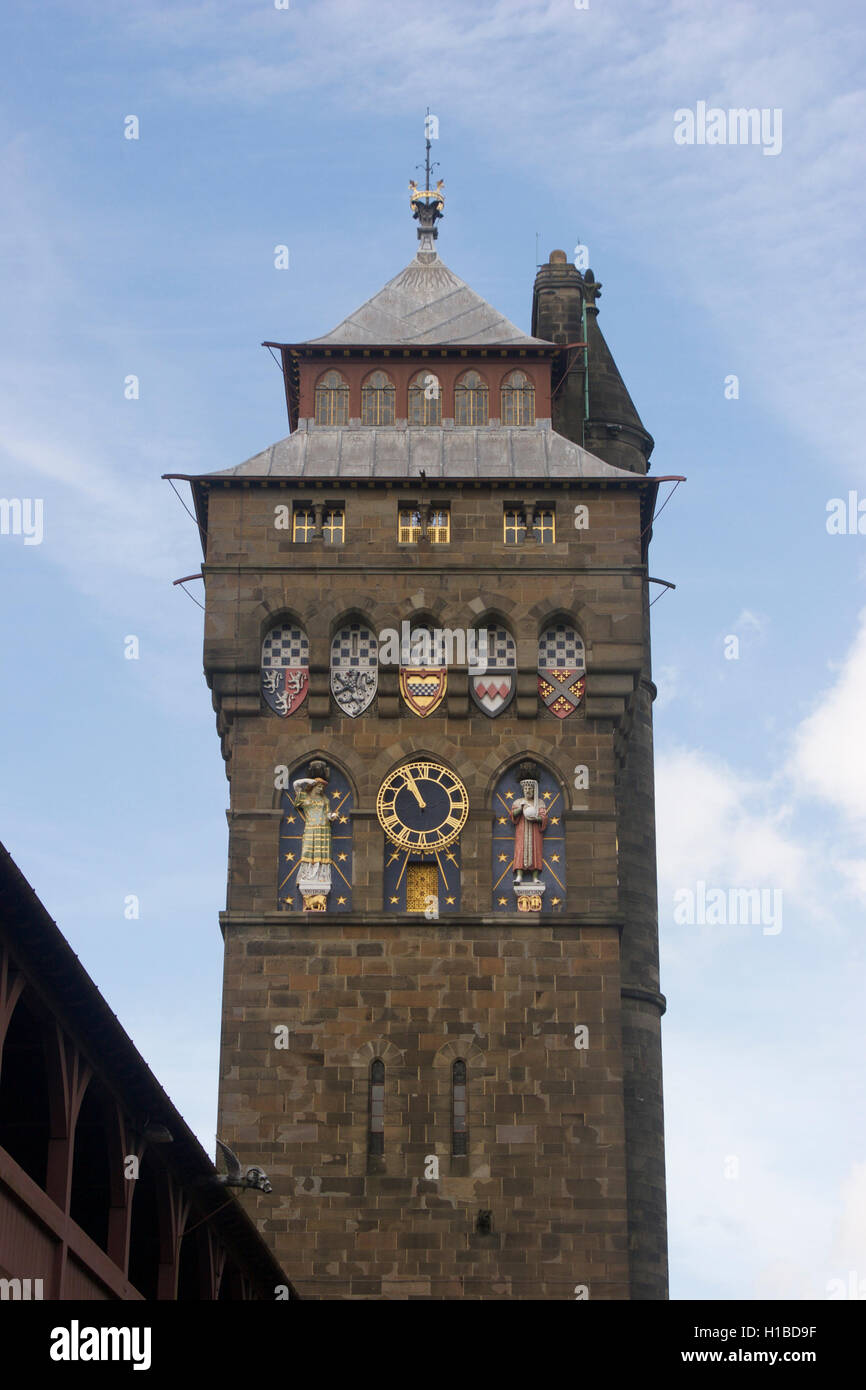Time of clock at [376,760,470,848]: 10:55
